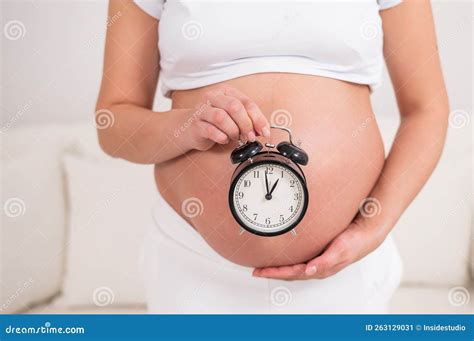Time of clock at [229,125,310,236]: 12:58
